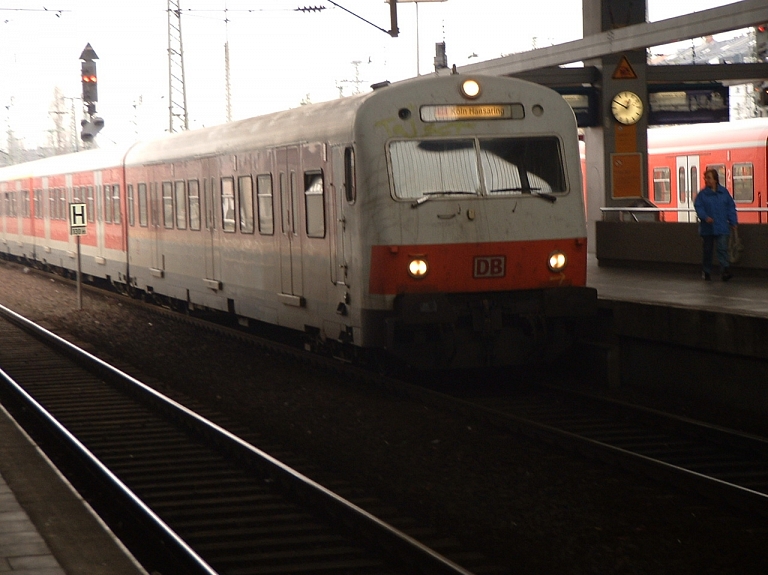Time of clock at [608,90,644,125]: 12:49
